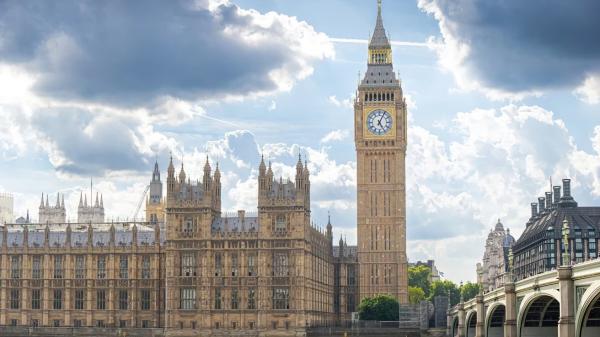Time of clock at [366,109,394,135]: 5:04
